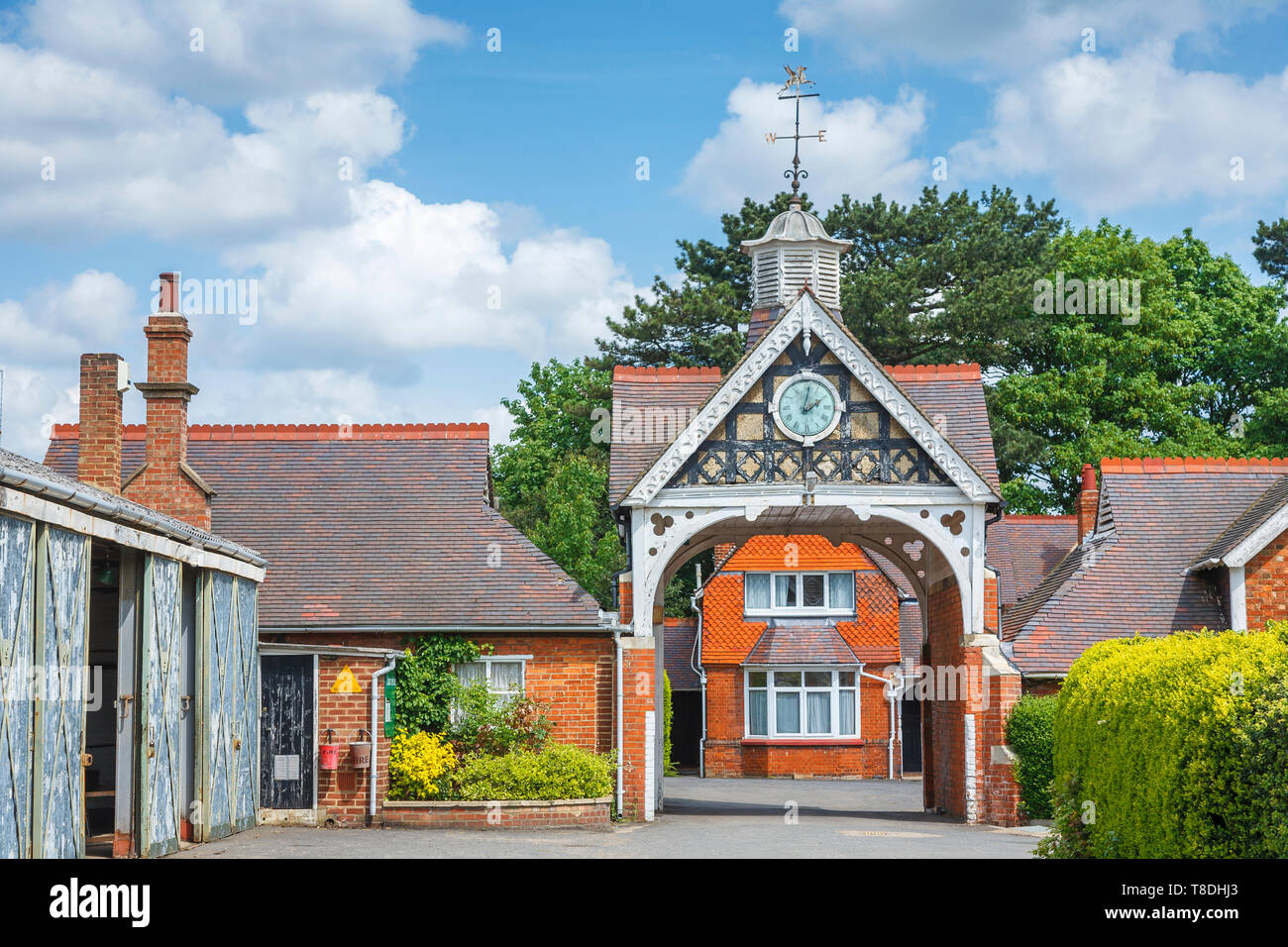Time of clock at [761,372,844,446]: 2:01
